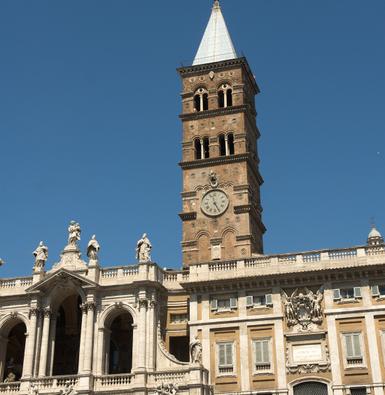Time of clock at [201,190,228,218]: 11:25
